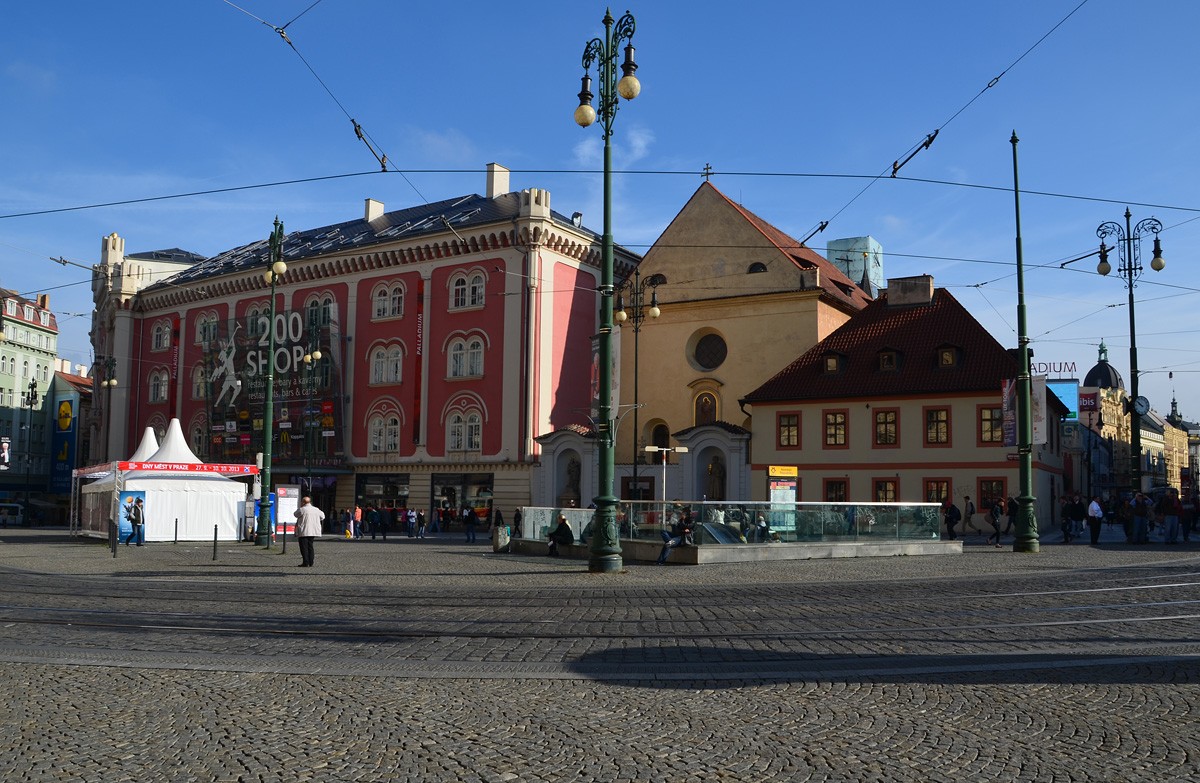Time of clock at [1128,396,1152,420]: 9:50
